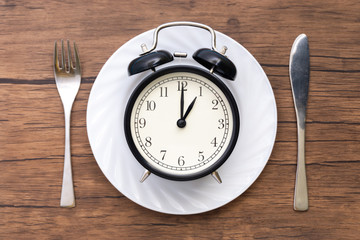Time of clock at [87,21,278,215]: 1:00
